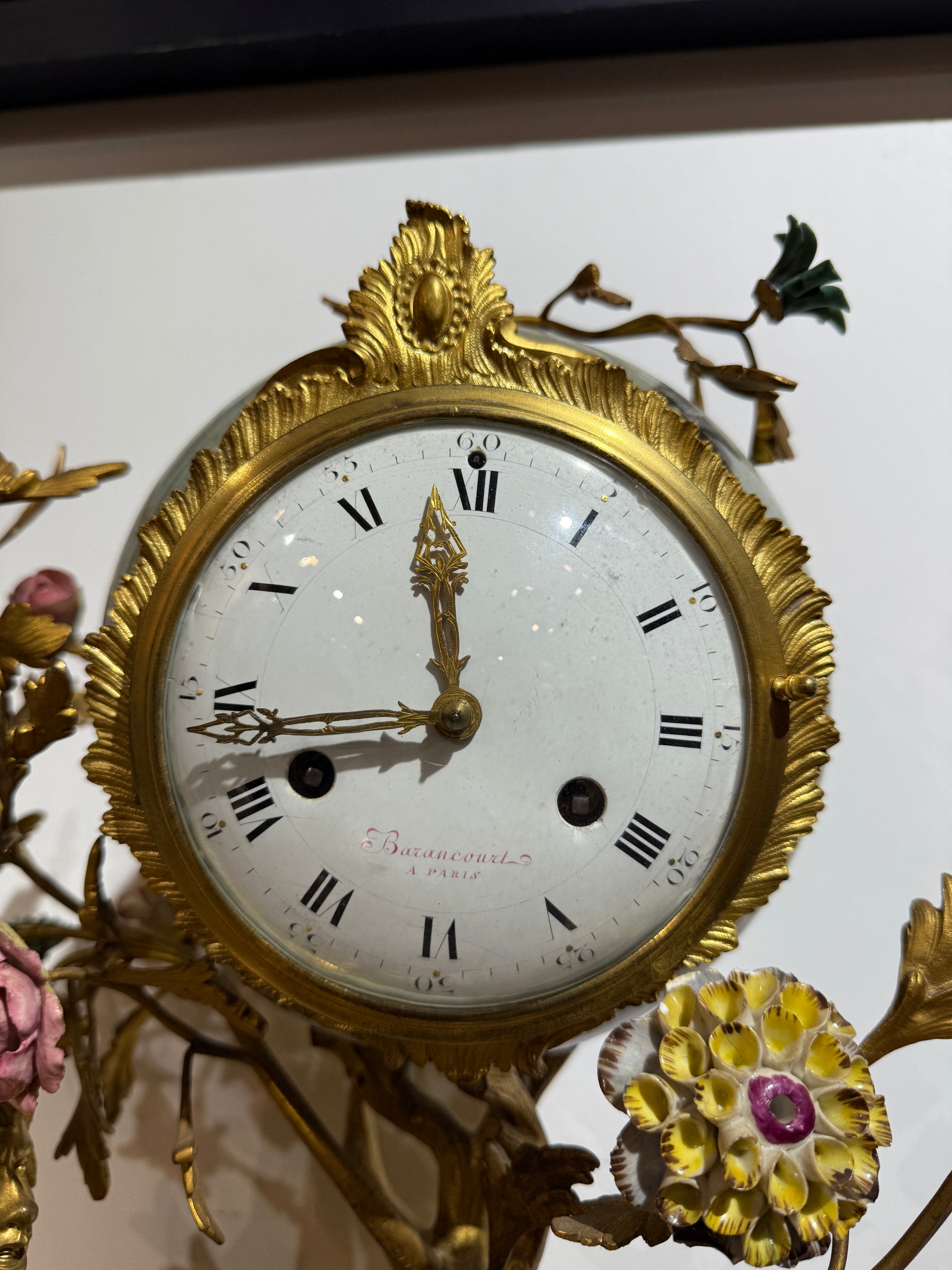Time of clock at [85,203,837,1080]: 11:42
